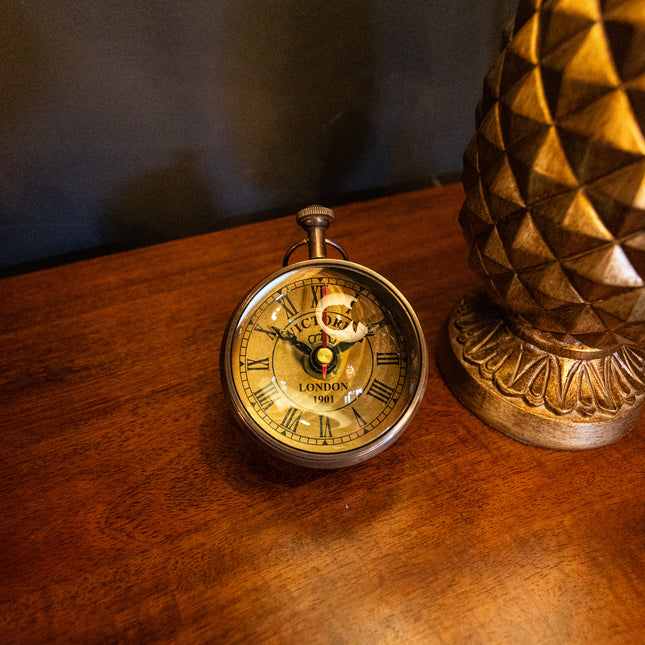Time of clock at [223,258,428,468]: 1:50
